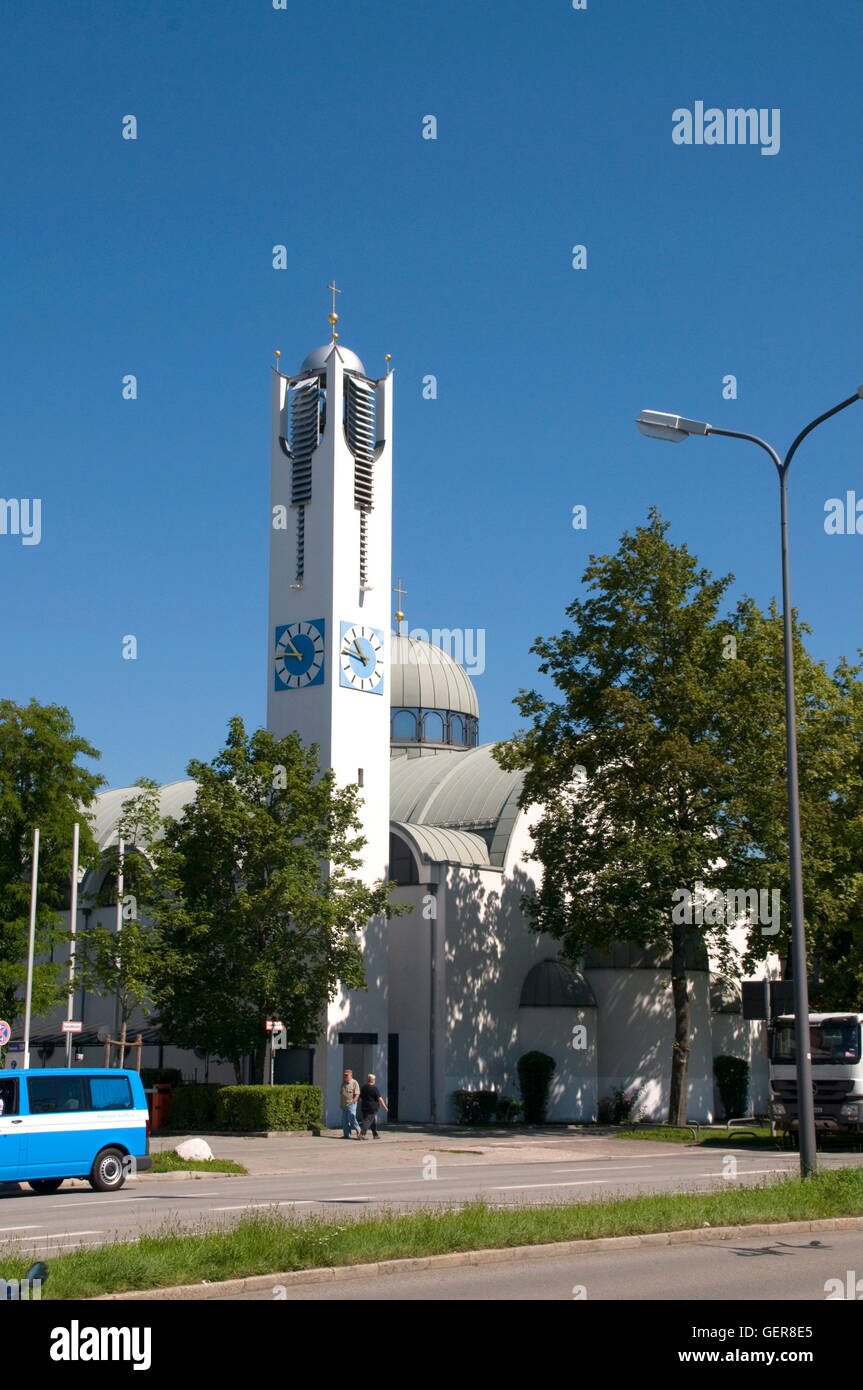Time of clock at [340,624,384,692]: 10:45
